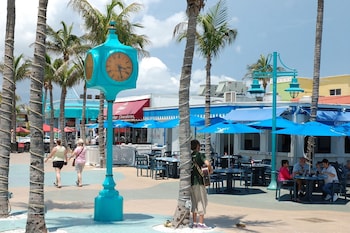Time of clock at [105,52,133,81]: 3:27
